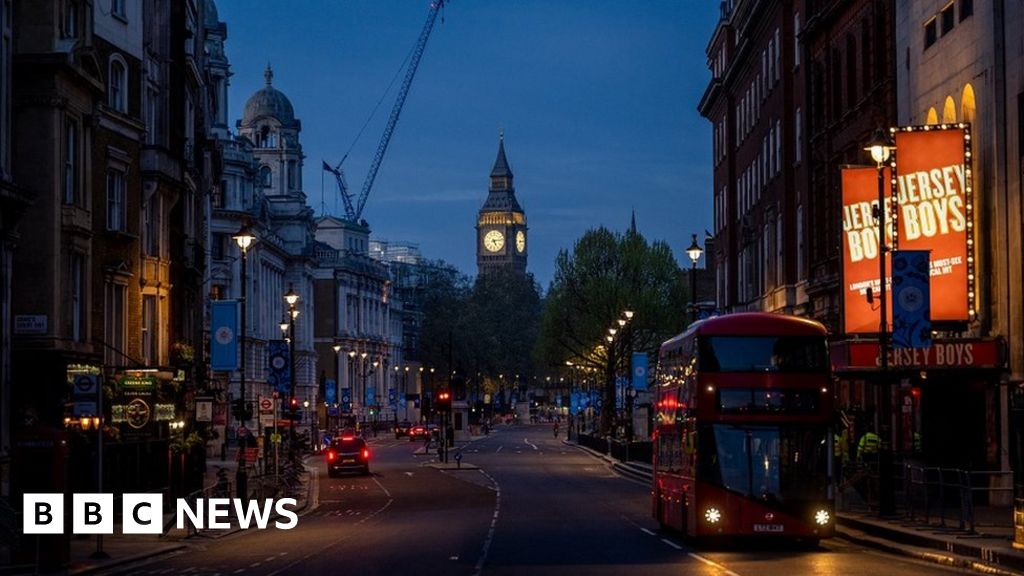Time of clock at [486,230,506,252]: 5:13
